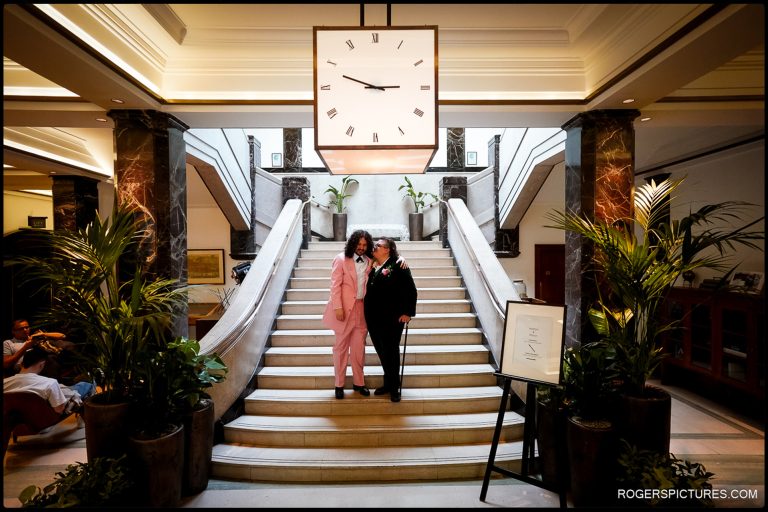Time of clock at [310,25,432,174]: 2:48
